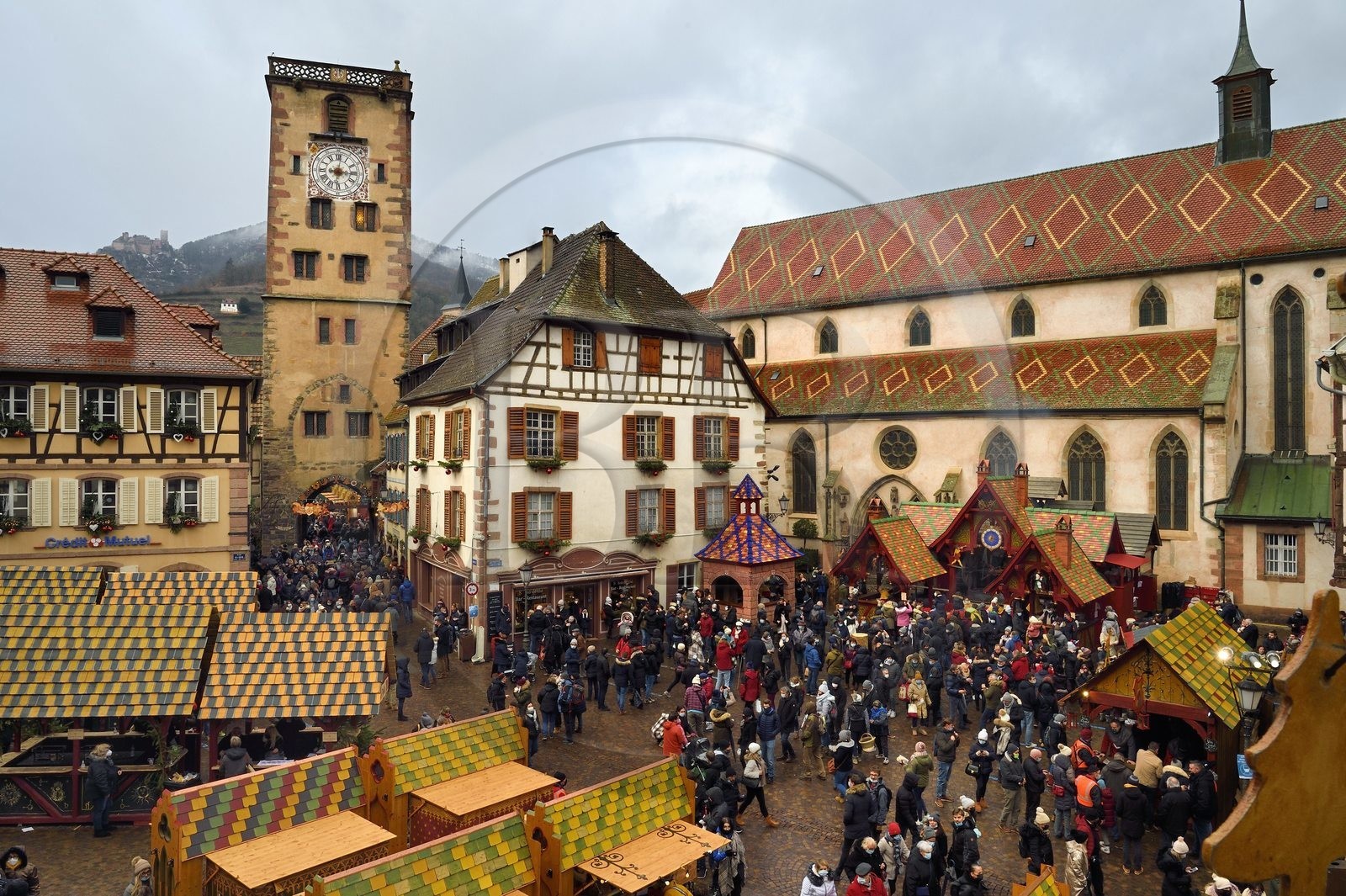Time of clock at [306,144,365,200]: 3:01
